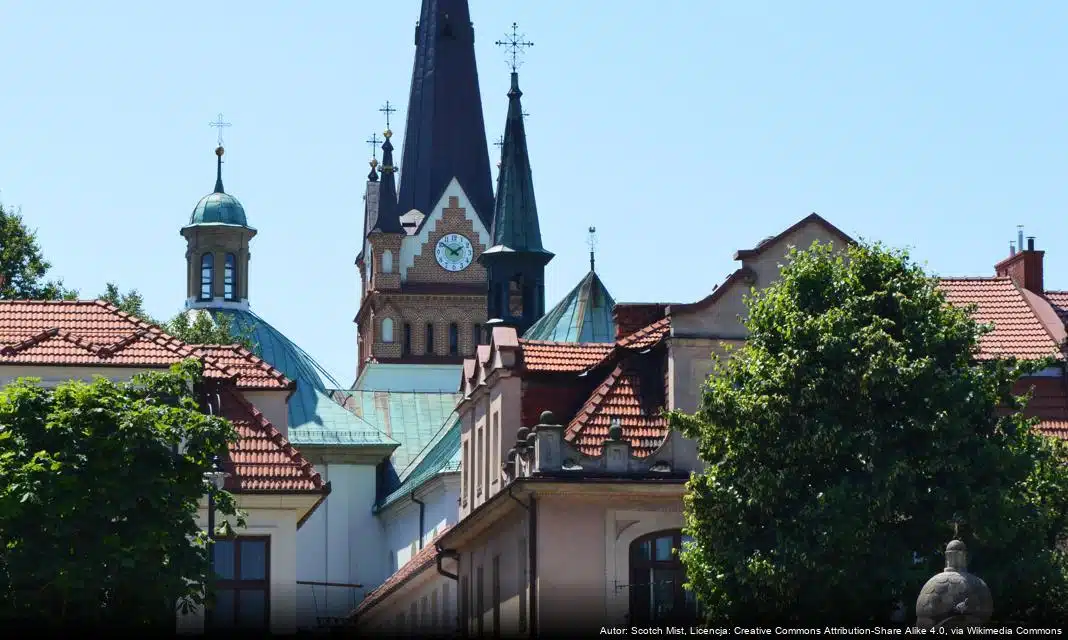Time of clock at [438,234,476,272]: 1:51
